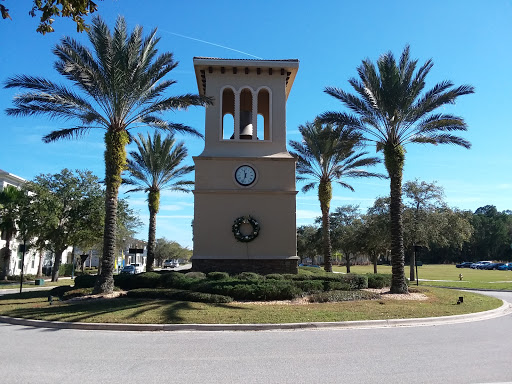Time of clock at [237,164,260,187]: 11:33
